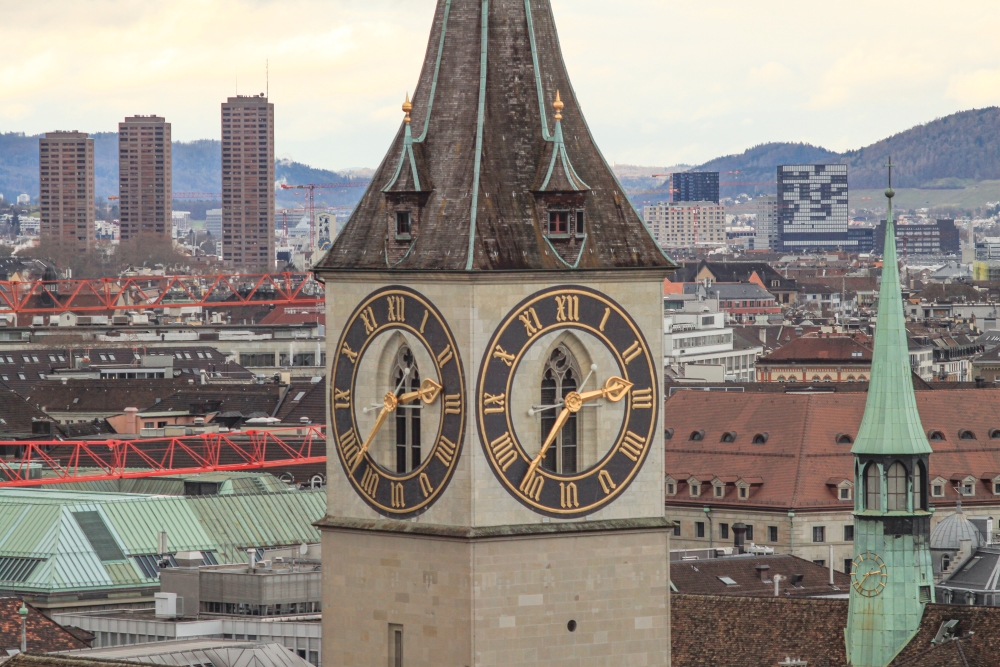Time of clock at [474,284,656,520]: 2:36
